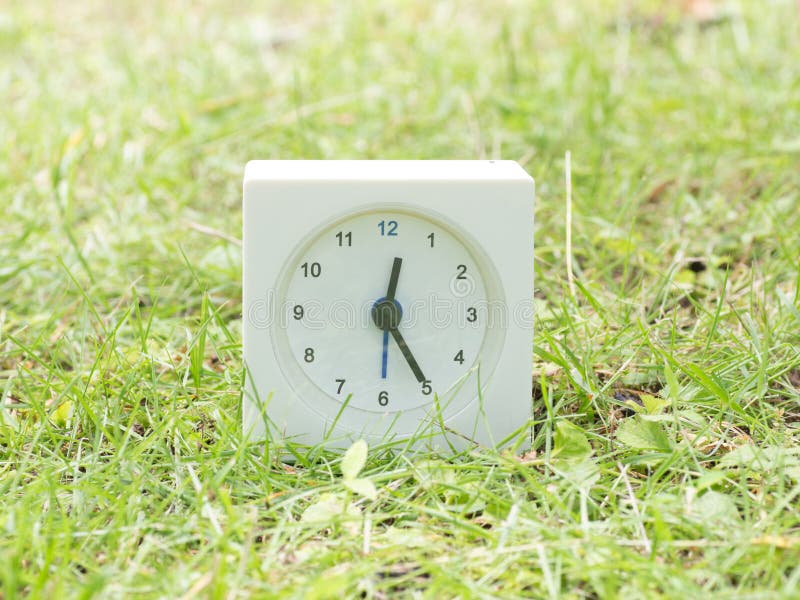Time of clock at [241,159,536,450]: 12:24
